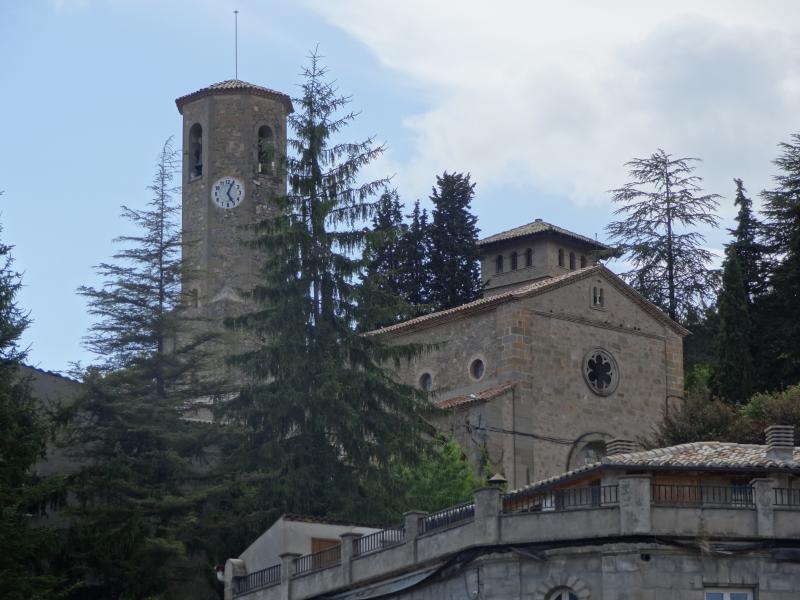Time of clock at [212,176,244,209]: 5:04
